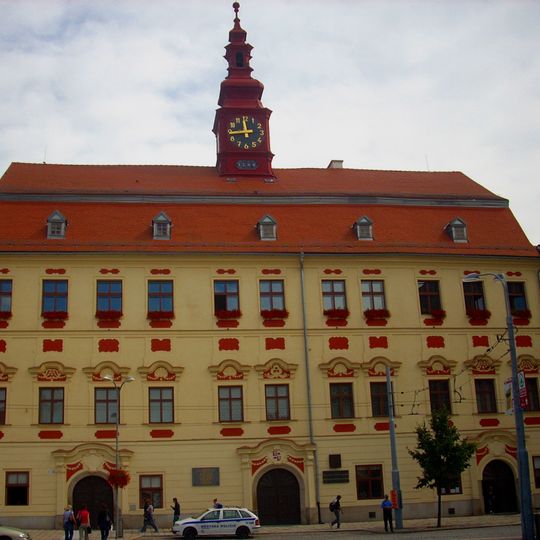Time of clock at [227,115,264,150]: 11:44
